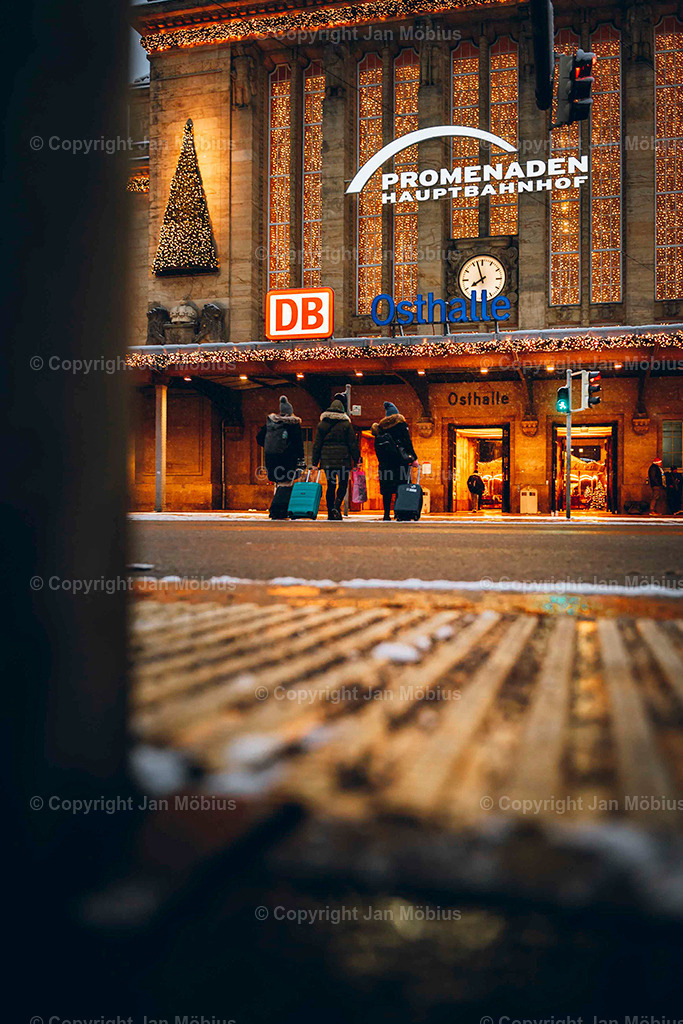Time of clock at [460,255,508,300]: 7:57
